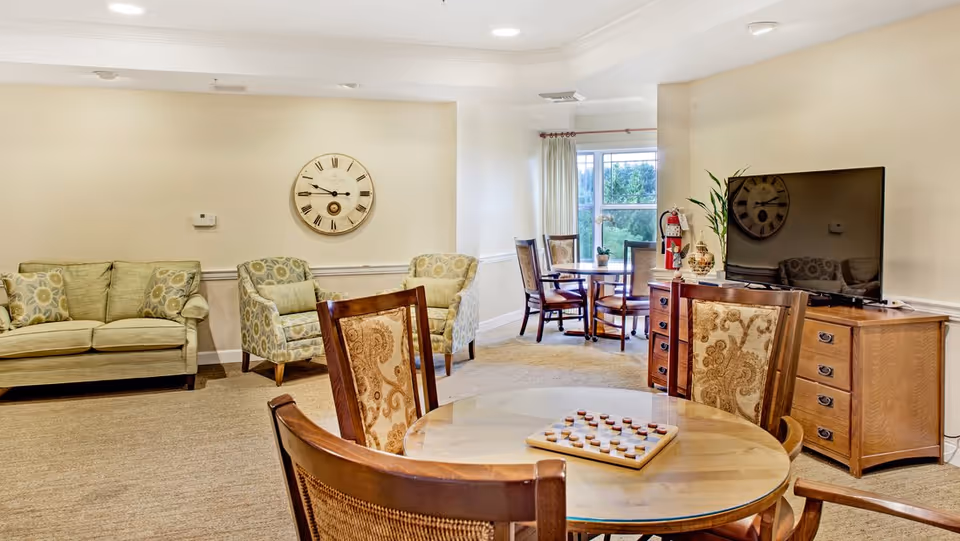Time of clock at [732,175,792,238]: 2:14
